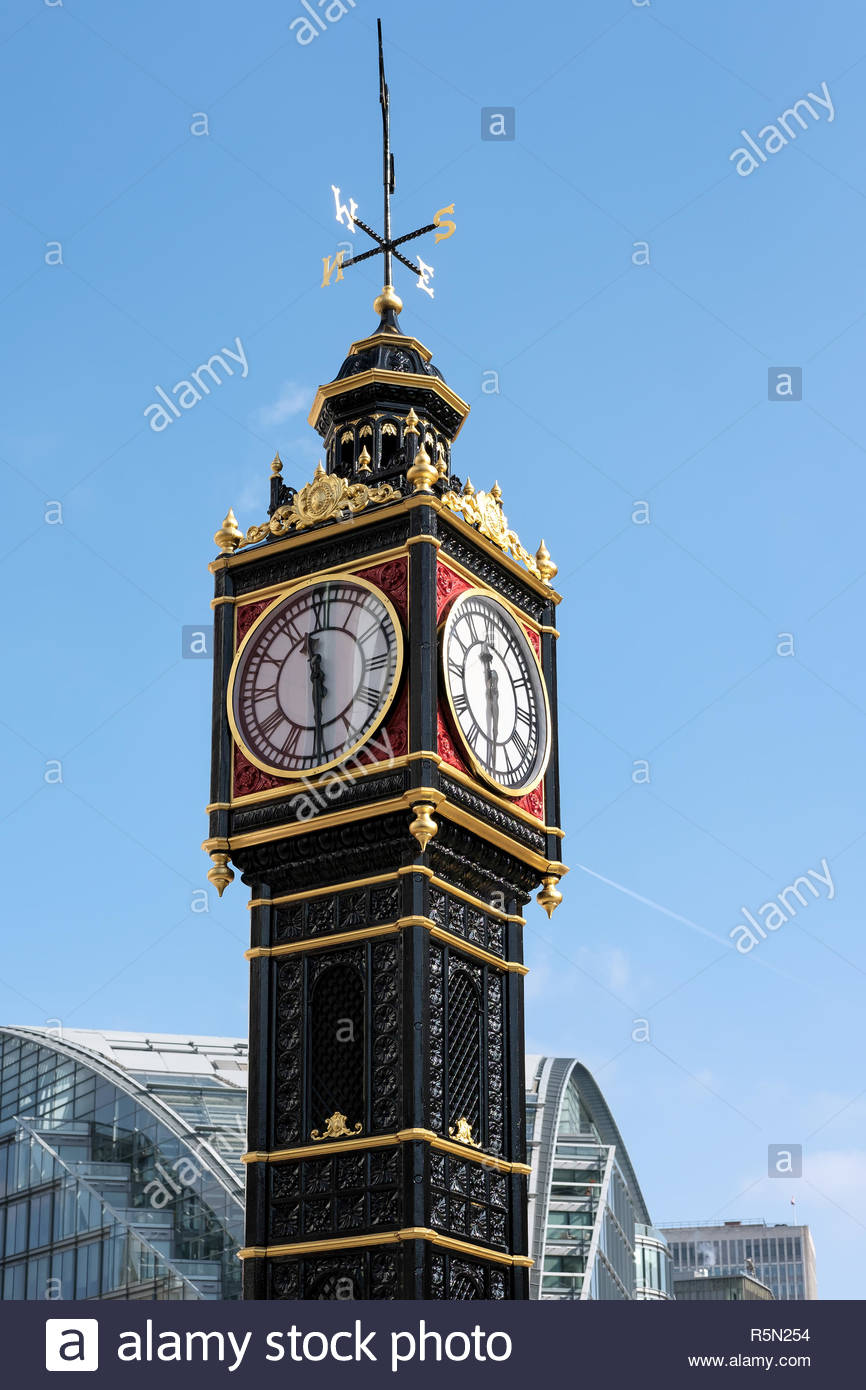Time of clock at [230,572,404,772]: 11:29
